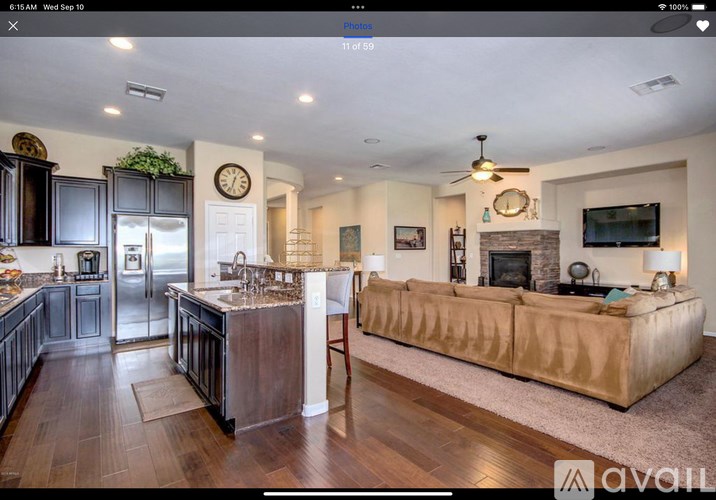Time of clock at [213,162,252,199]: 12:32
